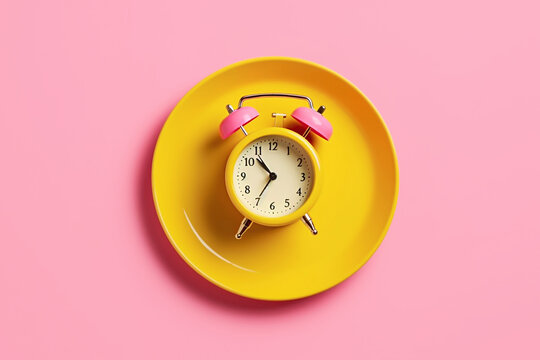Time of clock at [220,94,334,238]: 10:35
